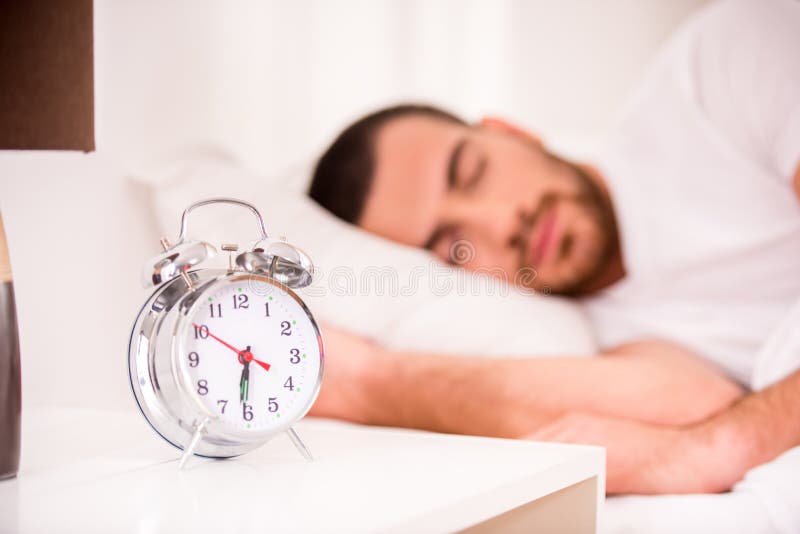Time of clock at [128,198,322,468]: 6:31
